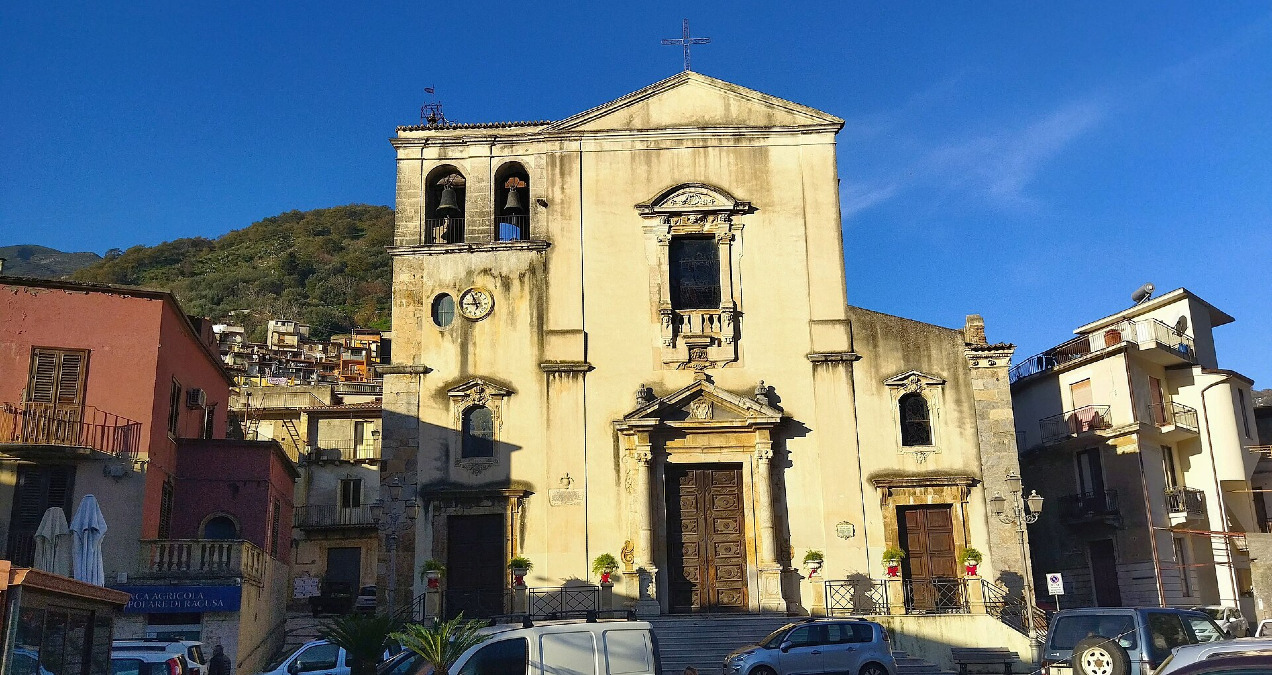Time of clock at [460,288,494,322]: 8:56
